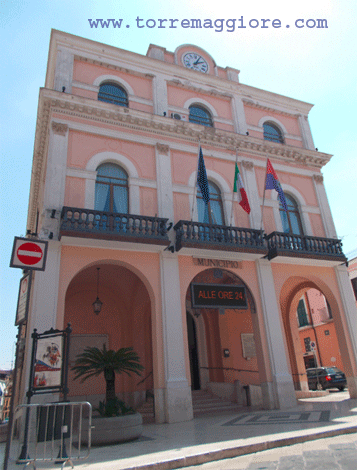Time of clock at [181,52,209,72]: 2:04
